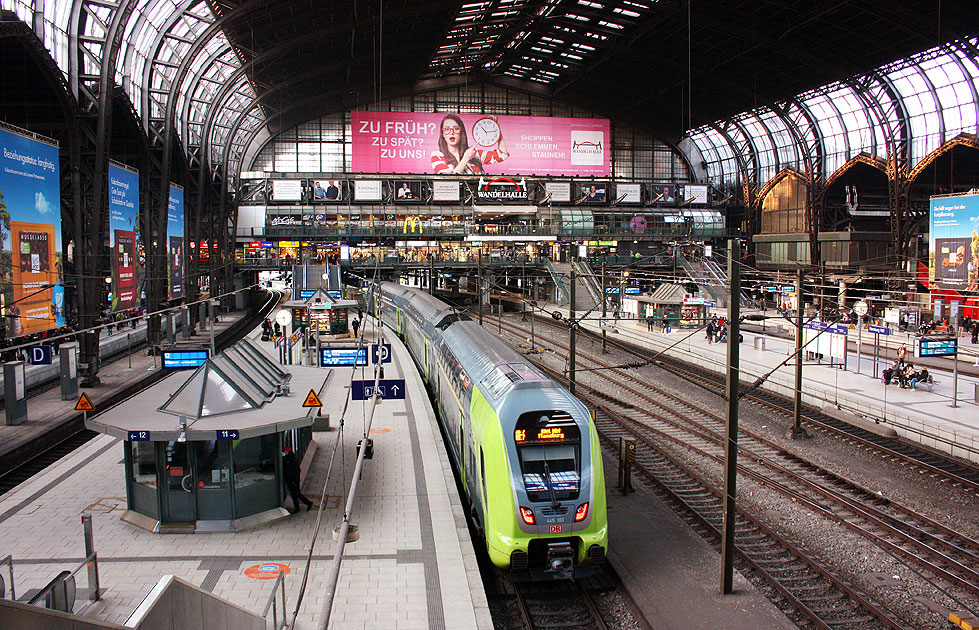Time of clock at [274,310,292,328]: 5:43
